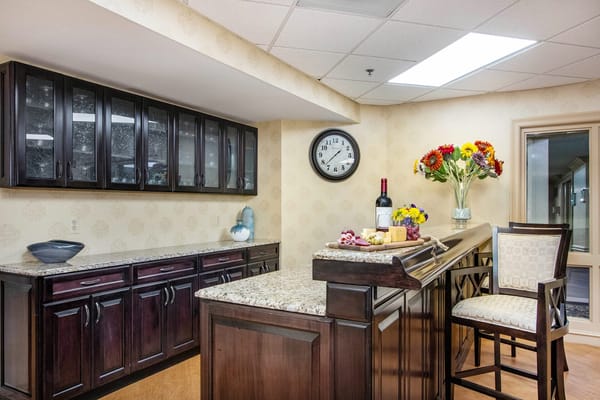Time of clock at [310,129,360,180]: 1:37
